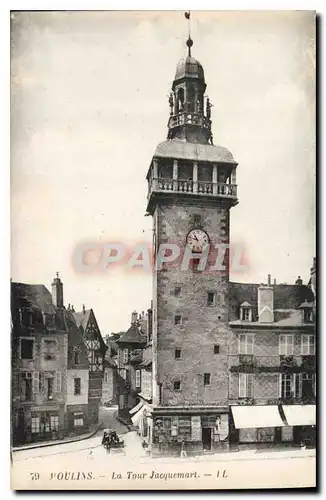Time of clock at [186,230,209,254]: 10:47
